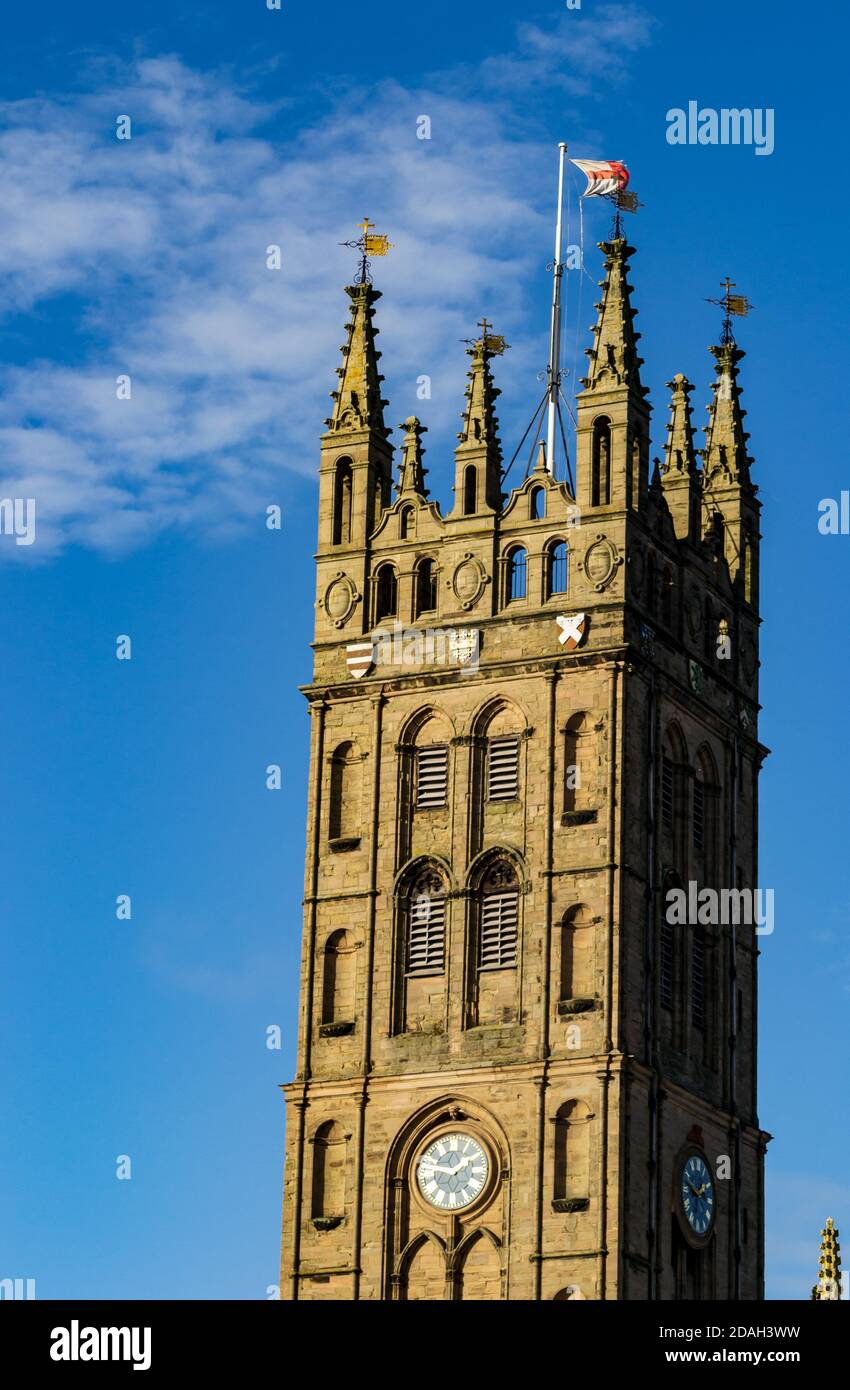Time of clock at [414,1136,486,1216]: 1:46
